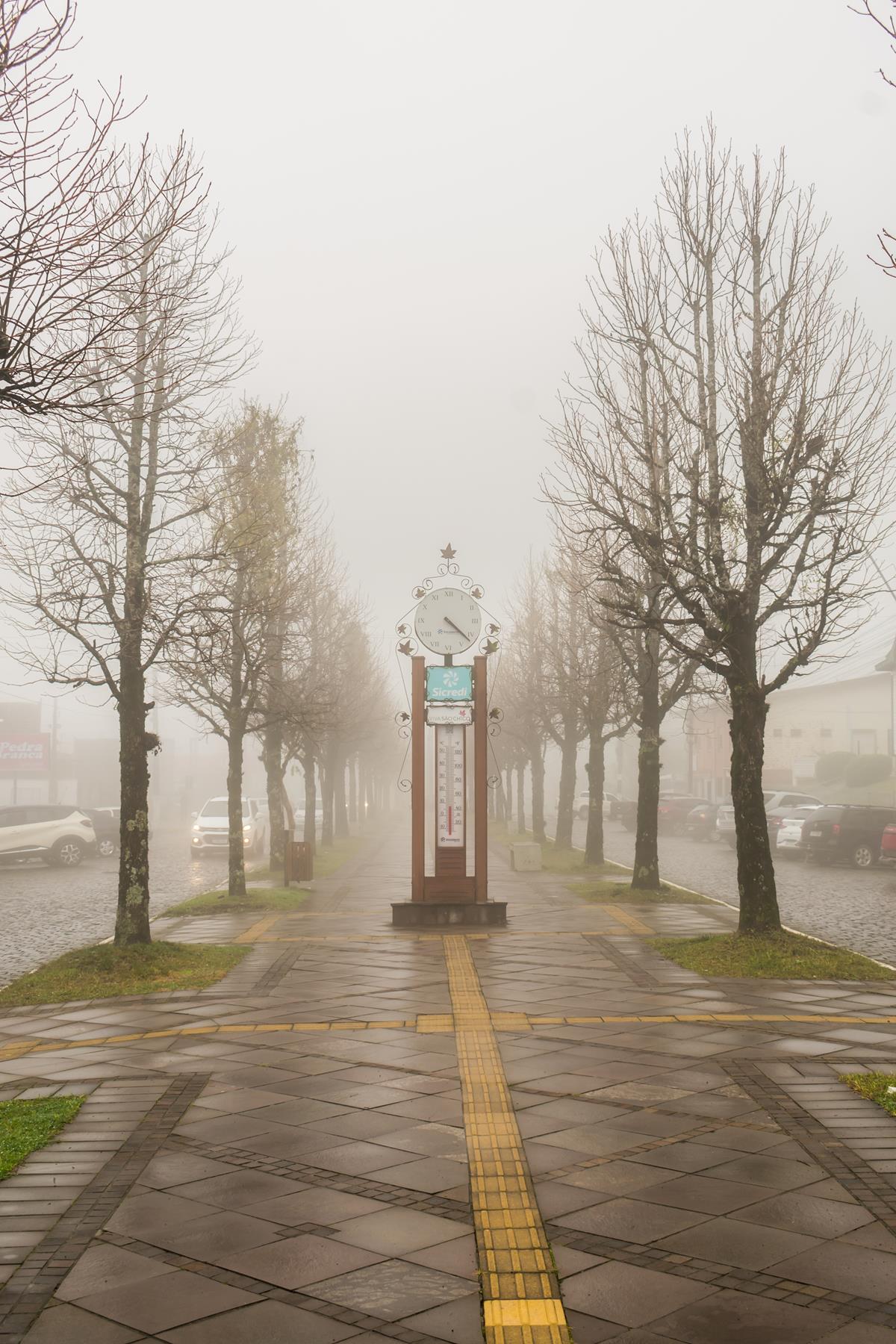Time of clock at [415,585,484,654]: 4:21
